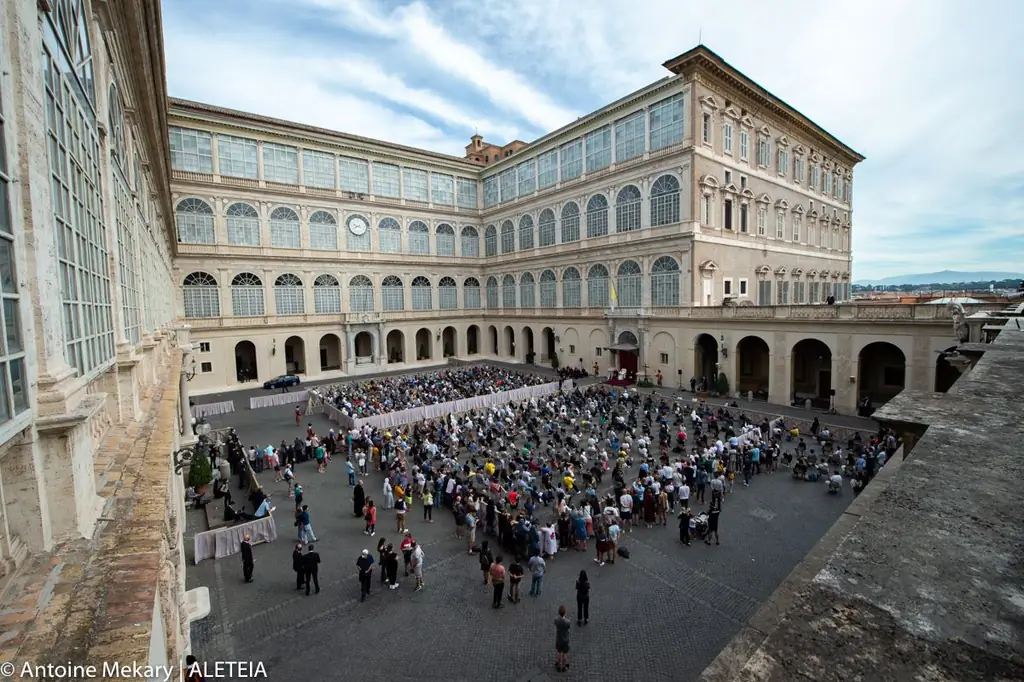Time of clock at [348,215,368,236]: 9:40
